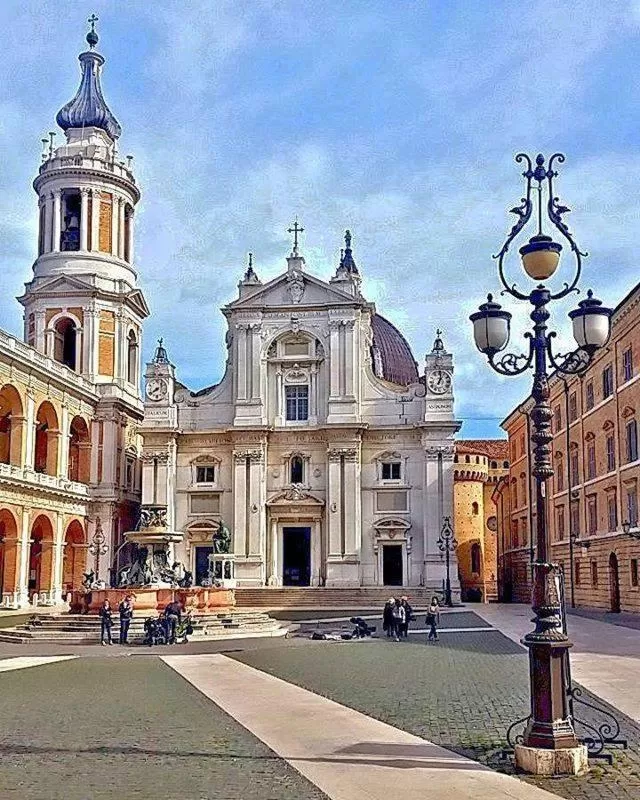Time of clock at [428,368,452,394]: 1:02
